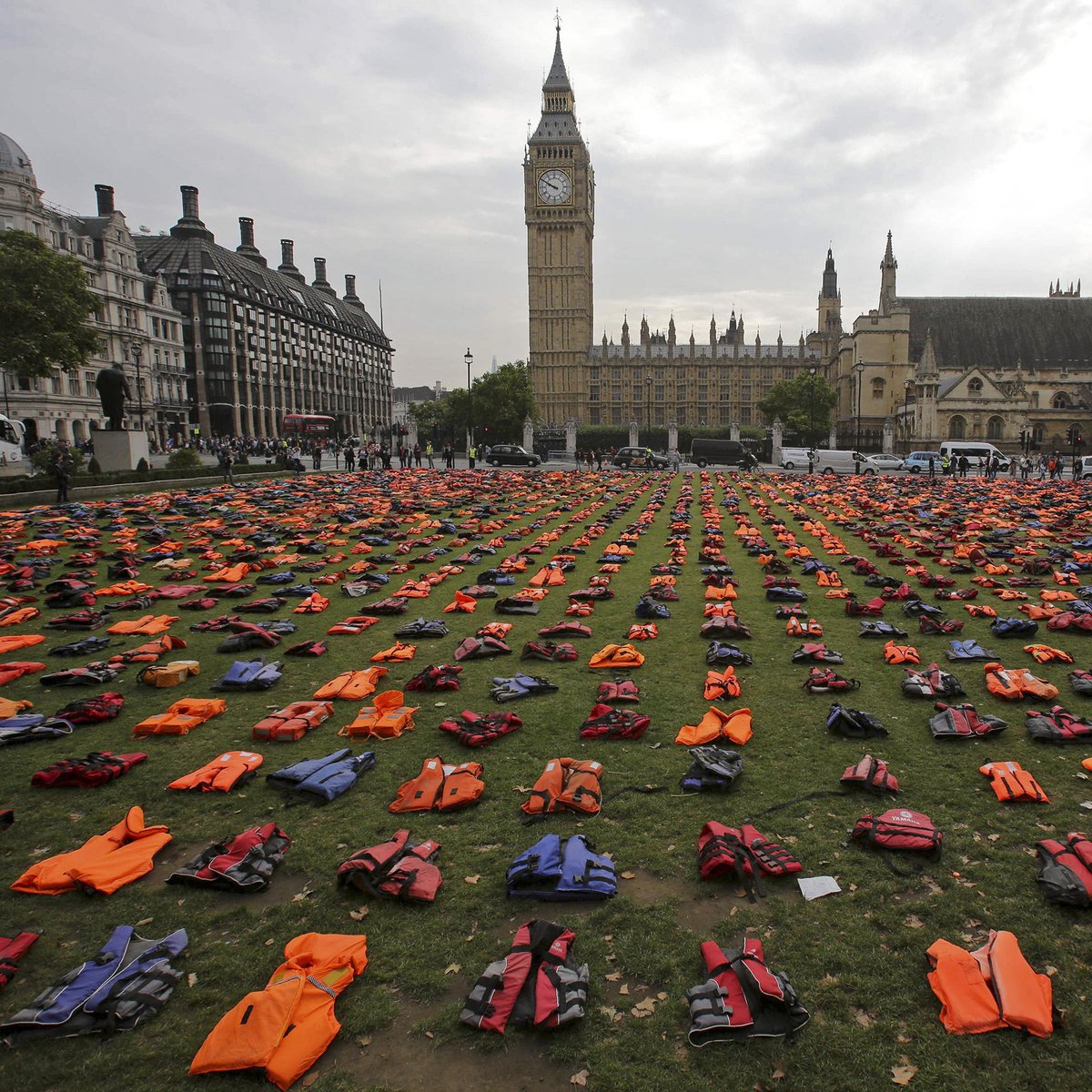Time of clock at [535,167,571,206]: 9:49
